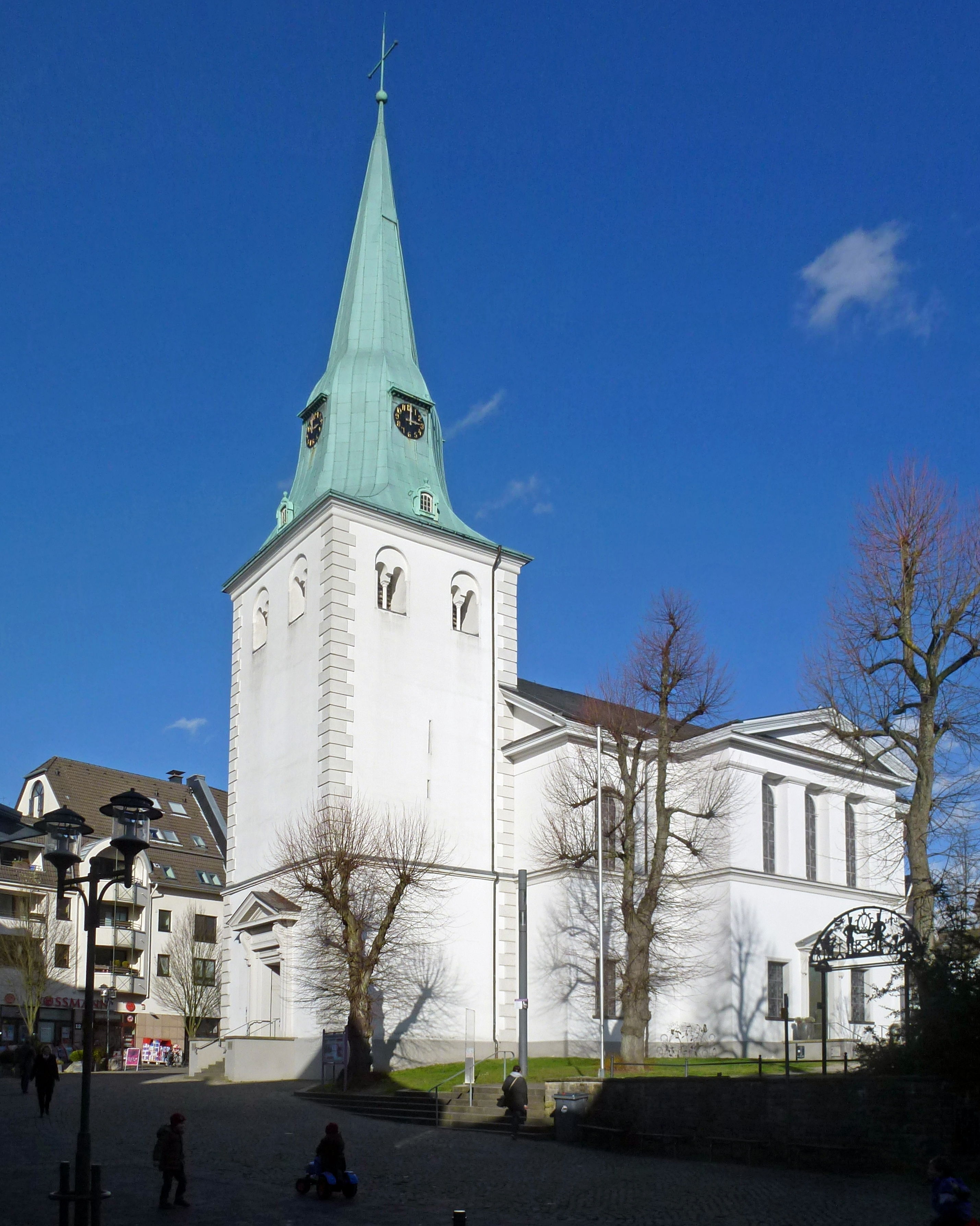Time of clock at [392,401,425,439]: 3:00
